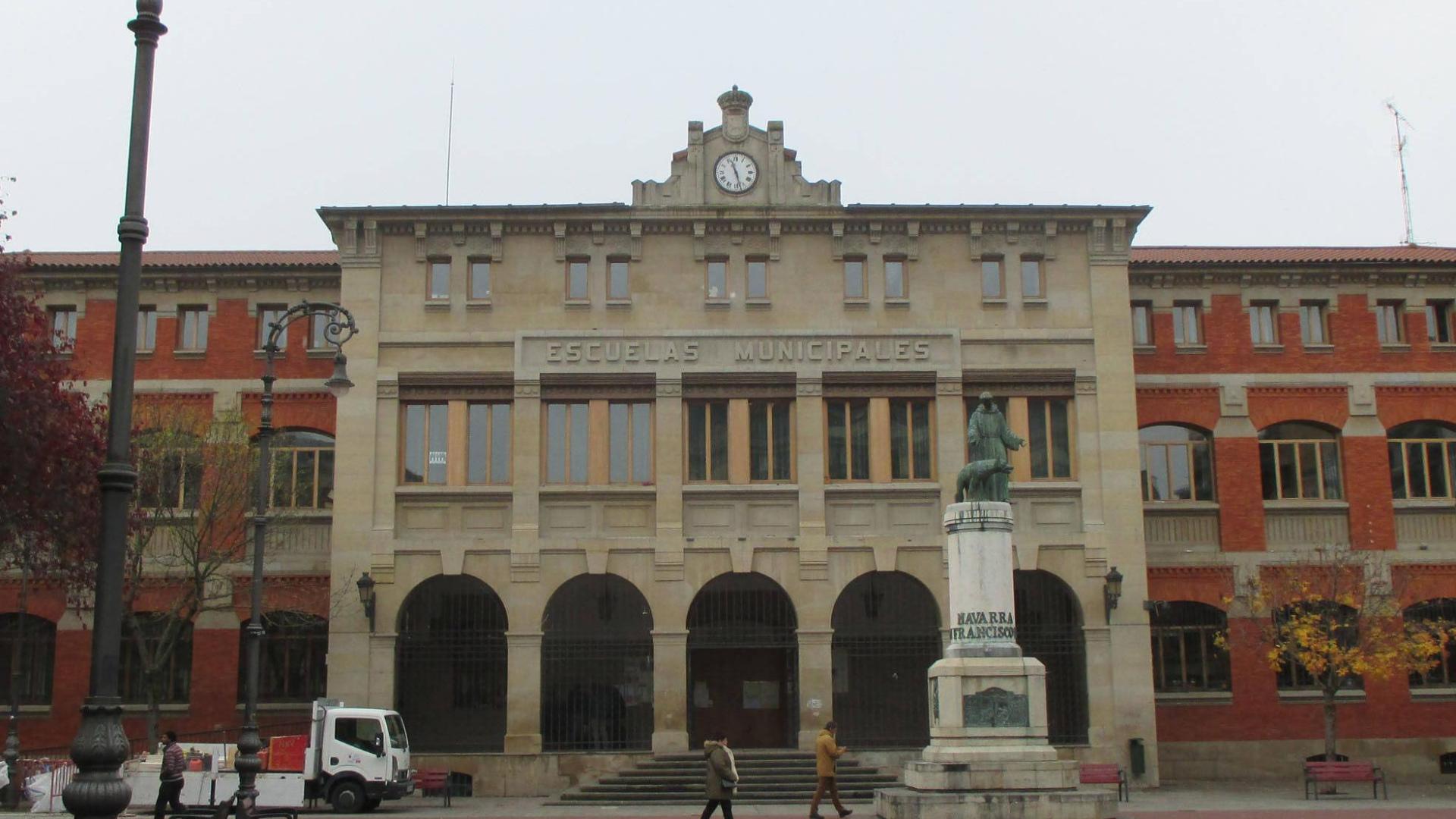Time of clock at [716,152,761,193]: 11:27
